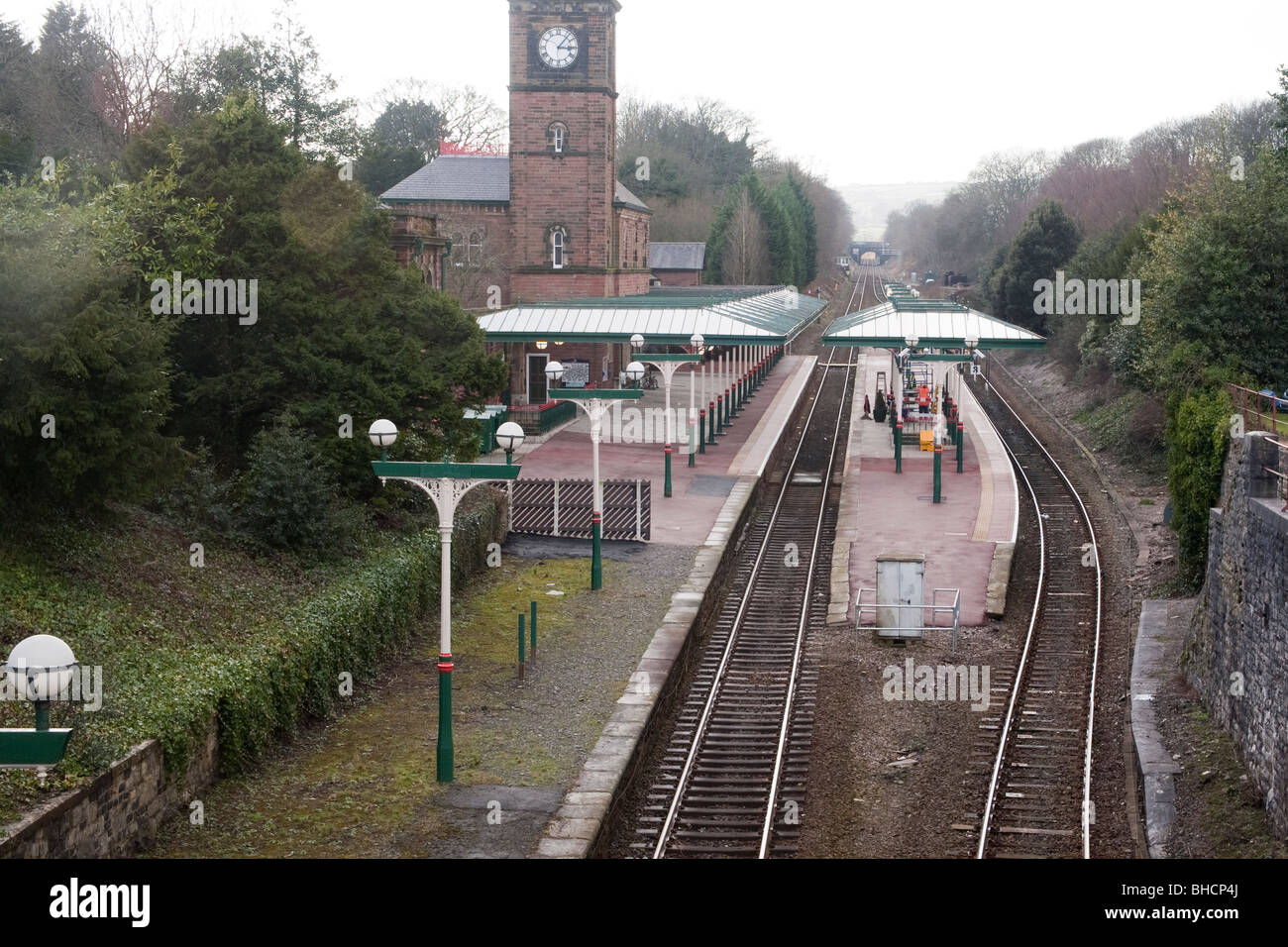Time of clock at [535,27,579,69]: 3:06
